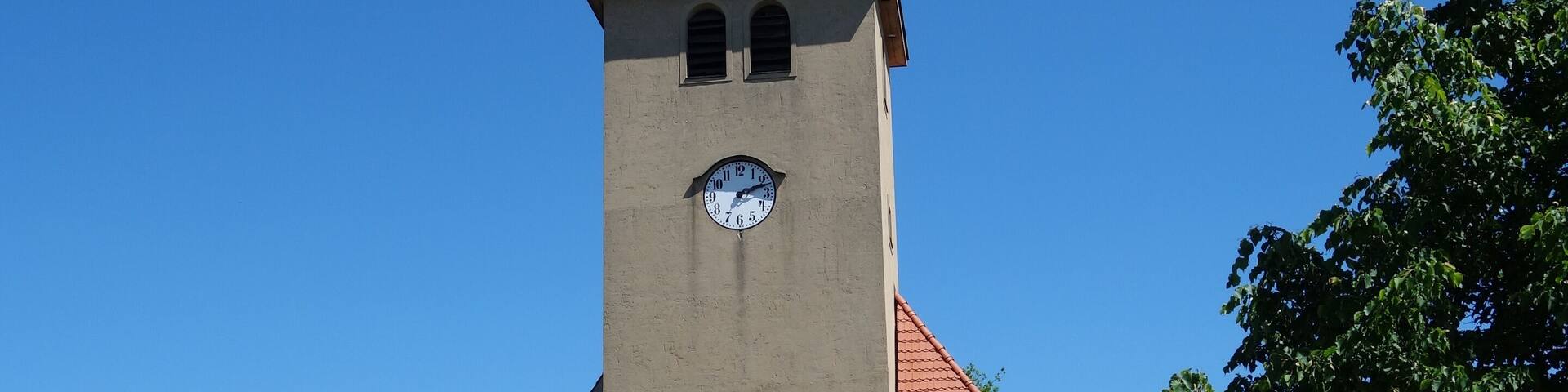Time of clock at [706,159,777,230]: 7:11
